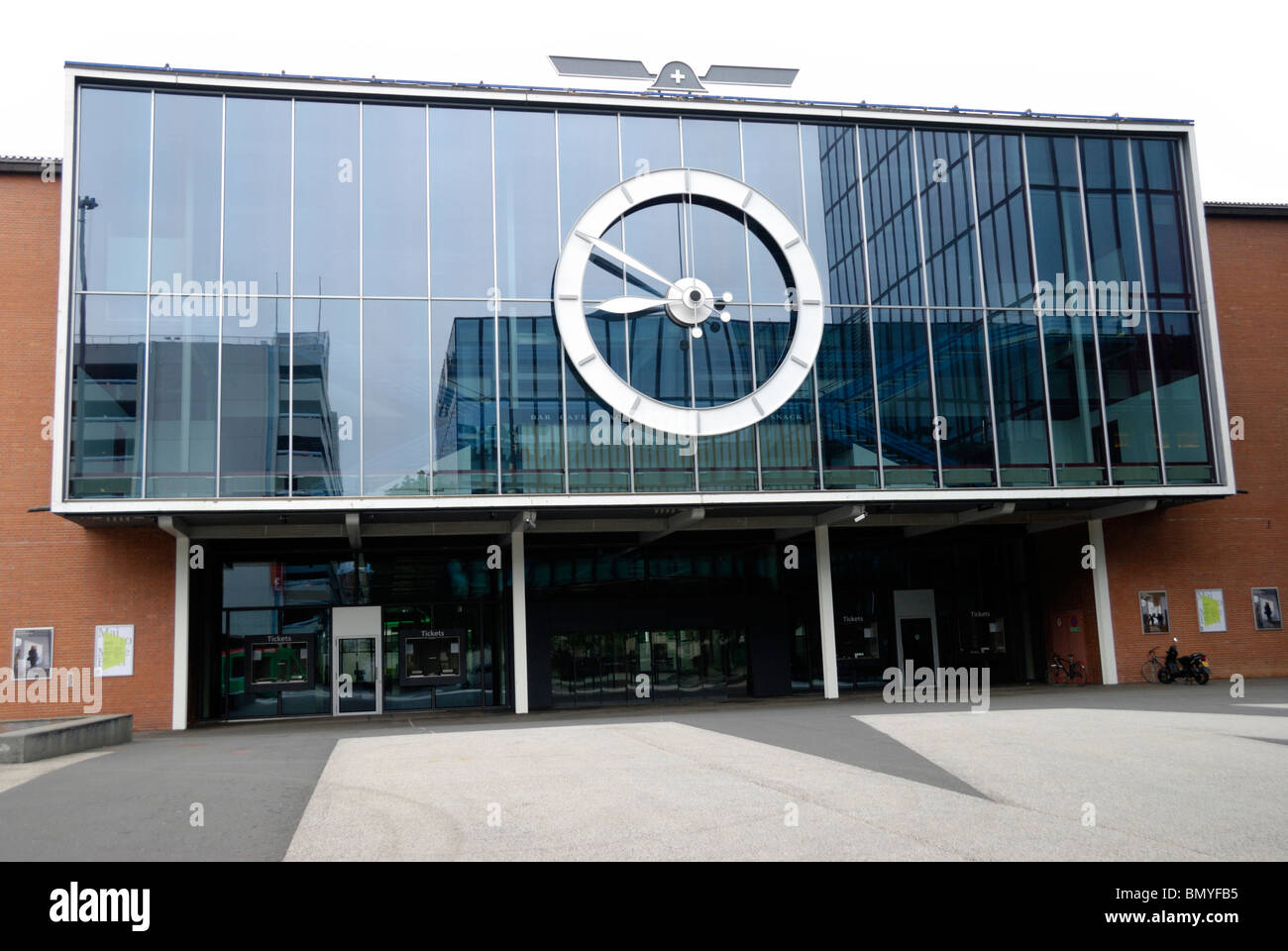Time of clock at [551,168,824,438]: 8:49
